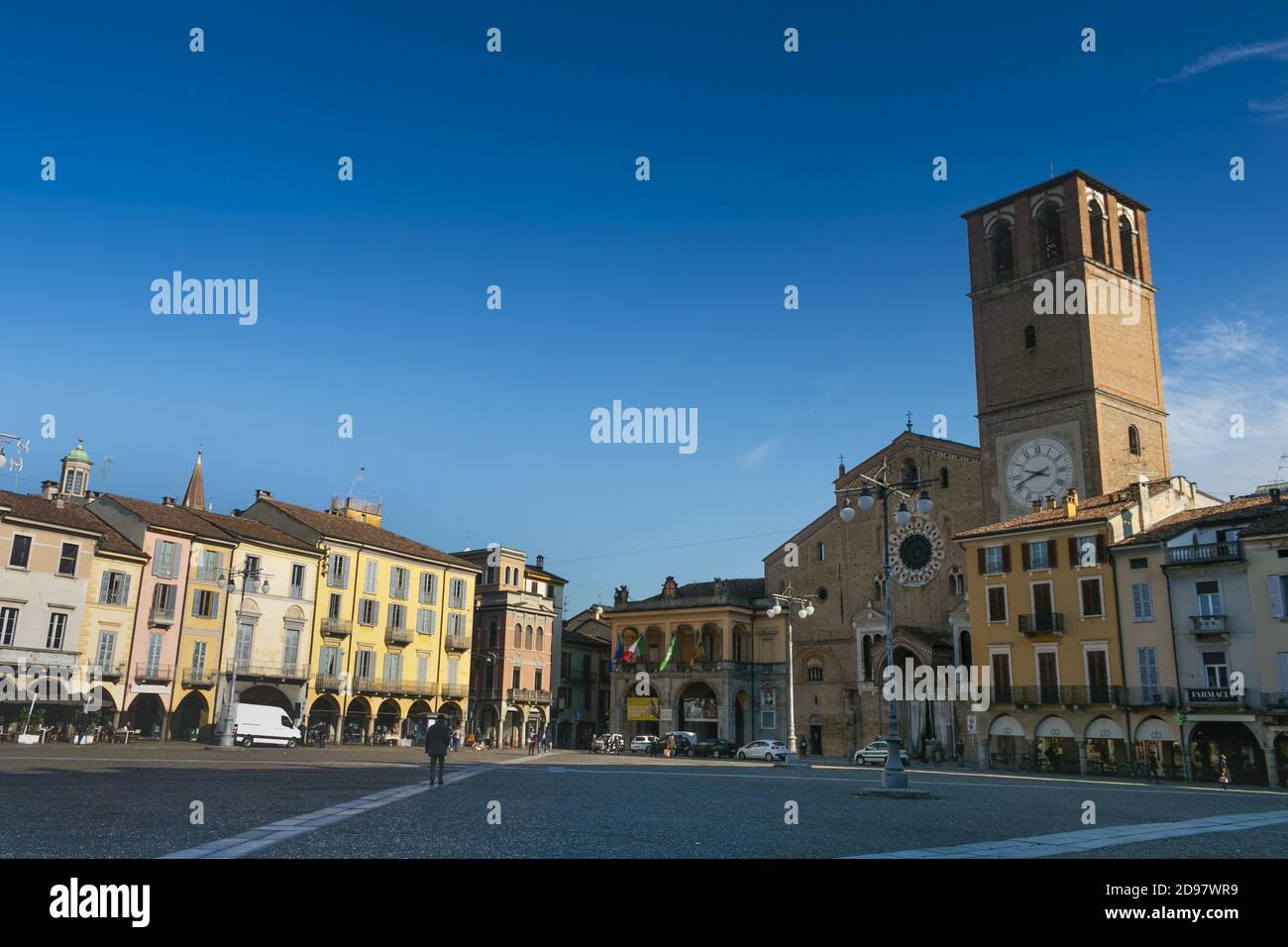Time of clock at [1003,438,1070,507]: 9:41
